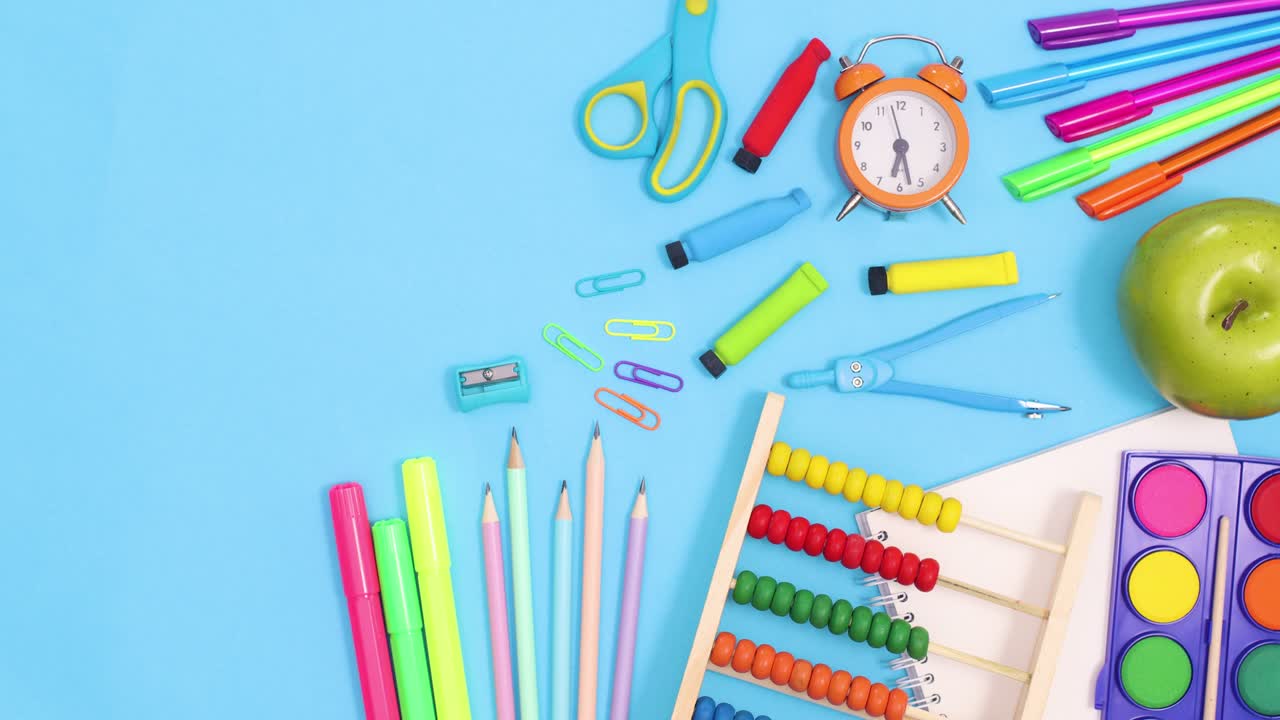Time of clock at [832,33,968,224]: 6:27
